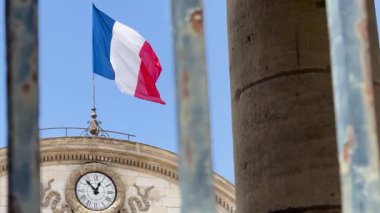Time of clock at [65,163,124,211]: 12:52
